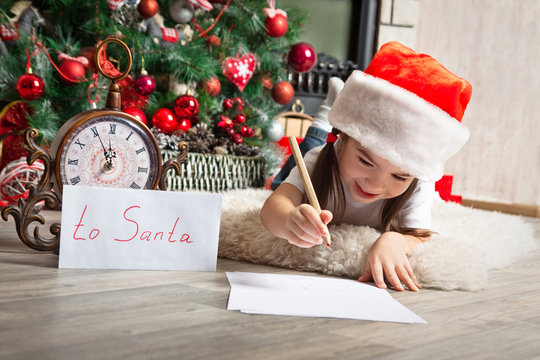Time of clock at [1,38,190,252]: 7:55
